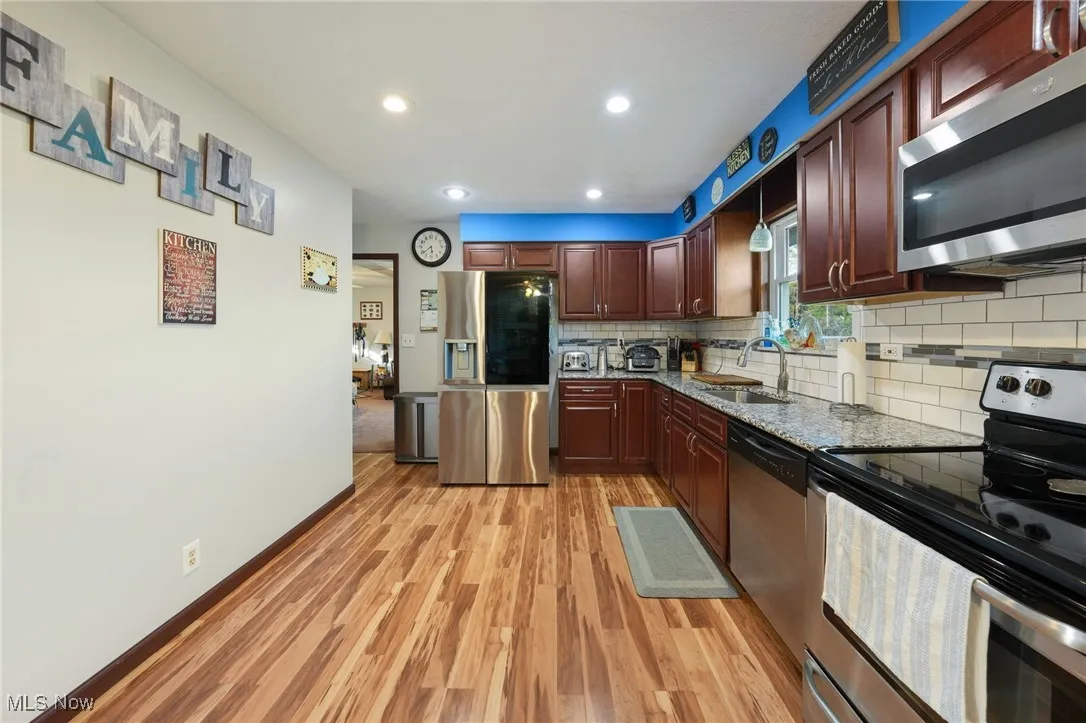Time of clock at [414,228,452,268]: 5:38
